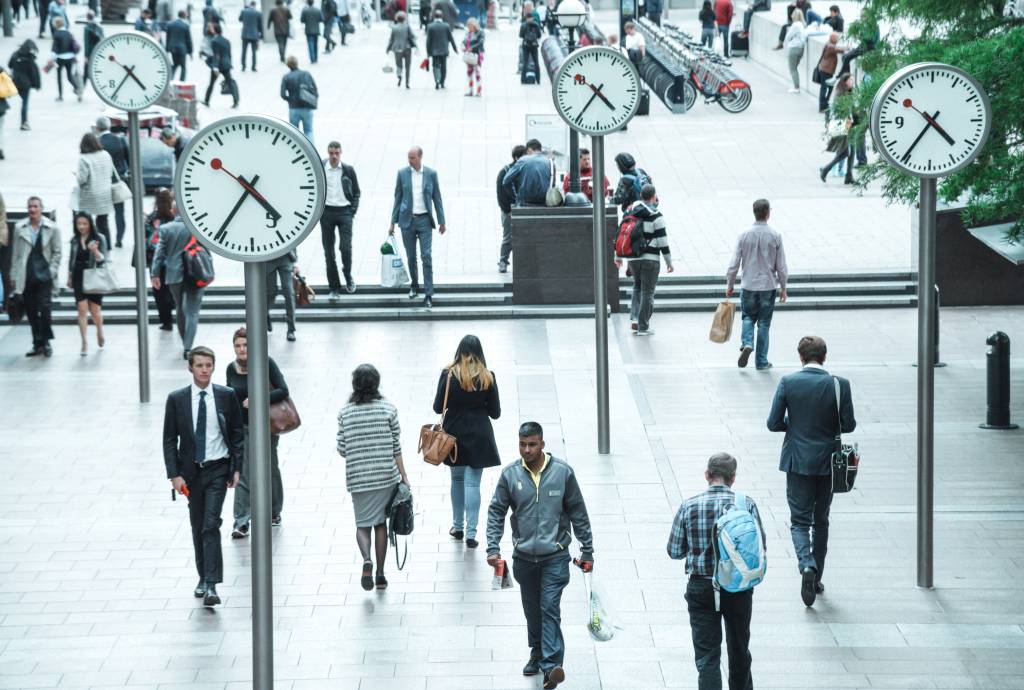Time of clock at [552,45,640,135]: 4:36
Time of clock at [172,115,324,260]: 4:35
